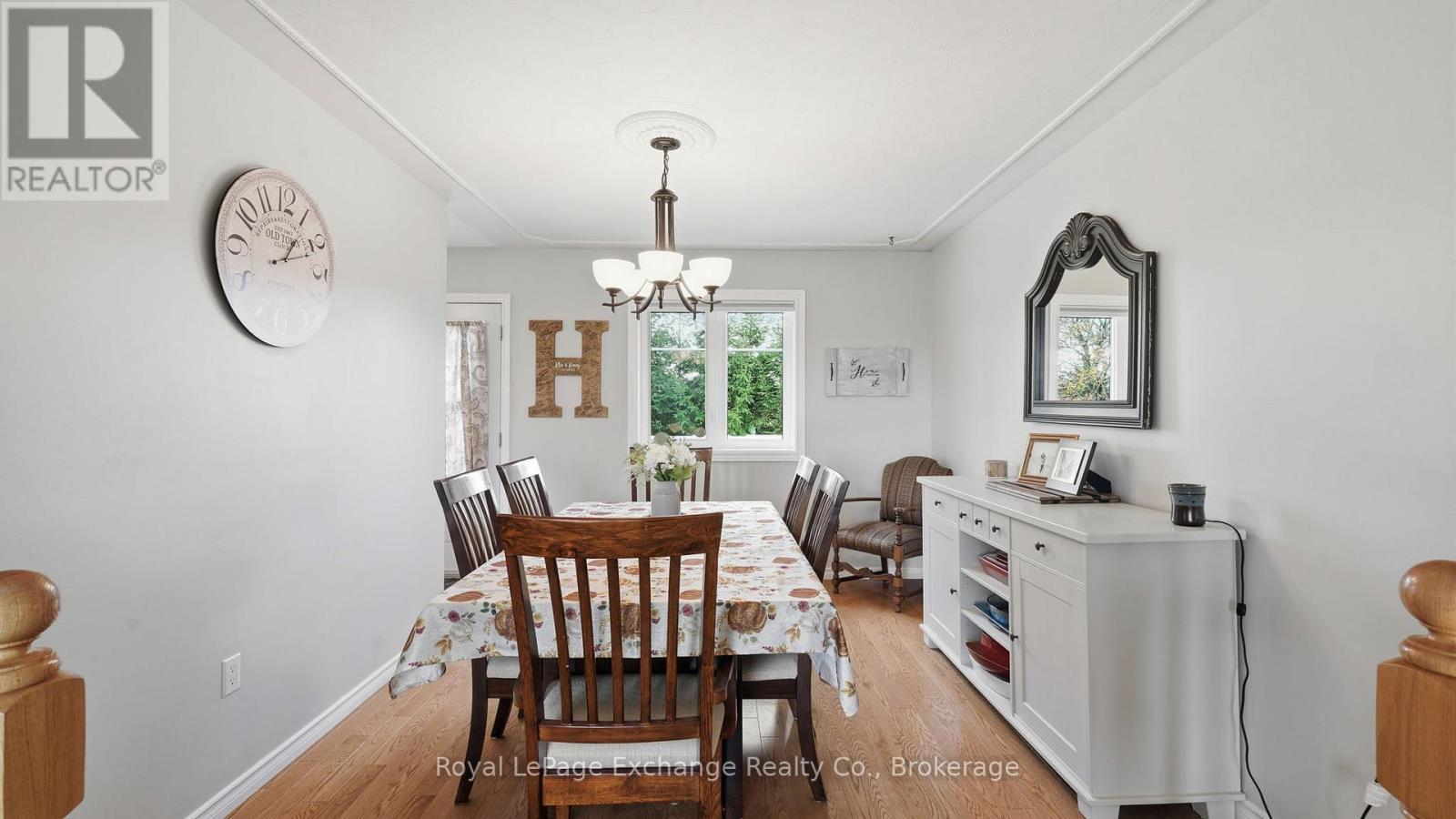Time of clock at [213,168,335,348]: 1:11
